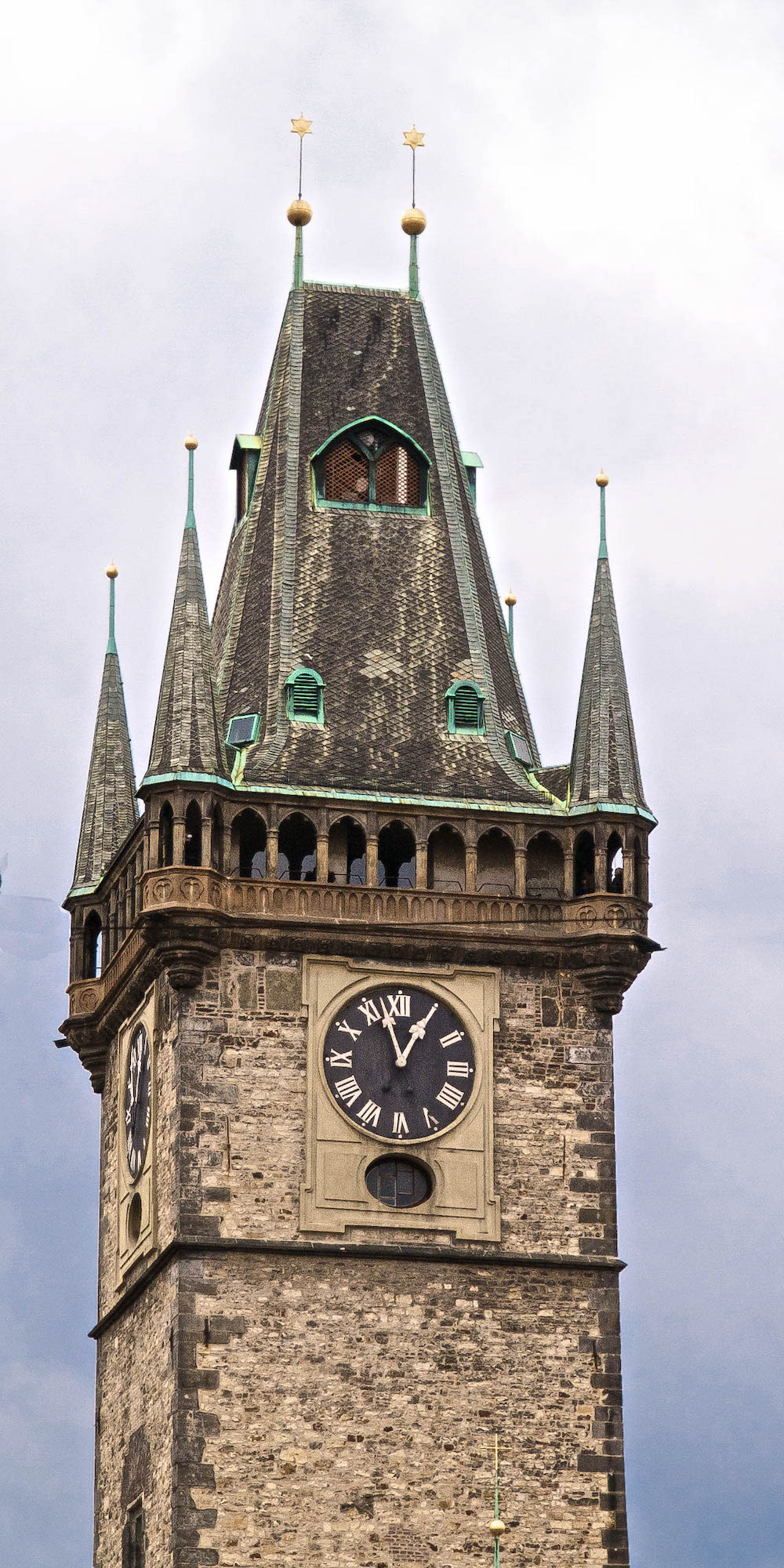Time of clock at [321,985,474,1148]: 12:57
